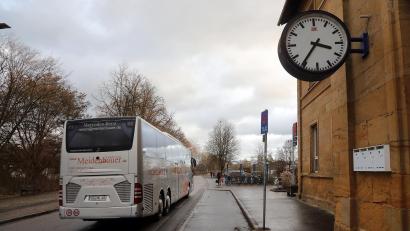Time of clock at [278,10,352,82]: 3:36
